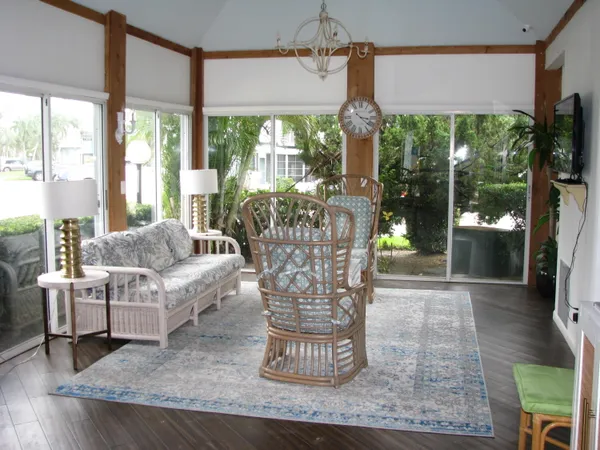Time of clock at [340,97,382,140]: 3:21
